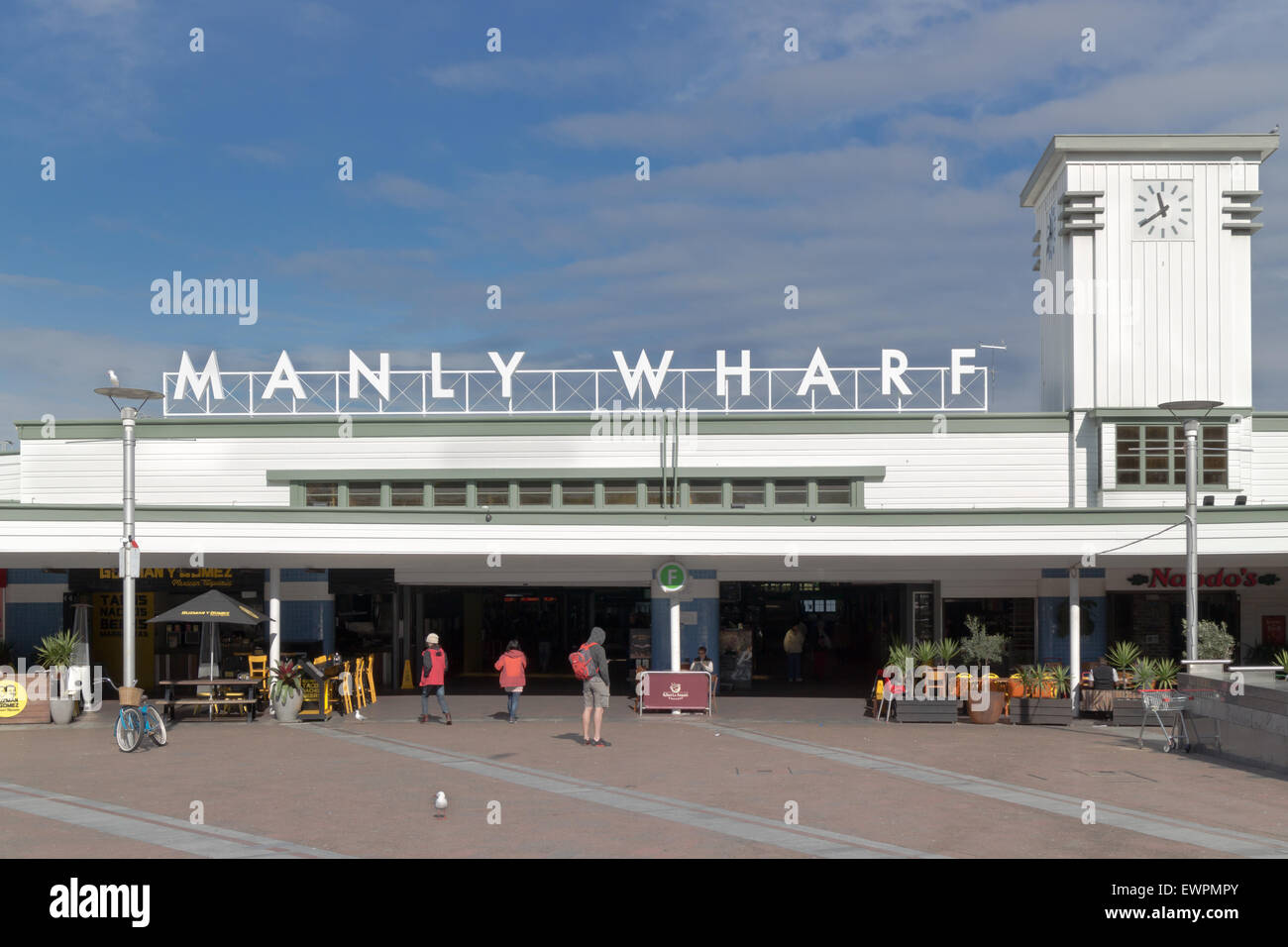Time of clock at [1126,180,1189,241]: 11:39
